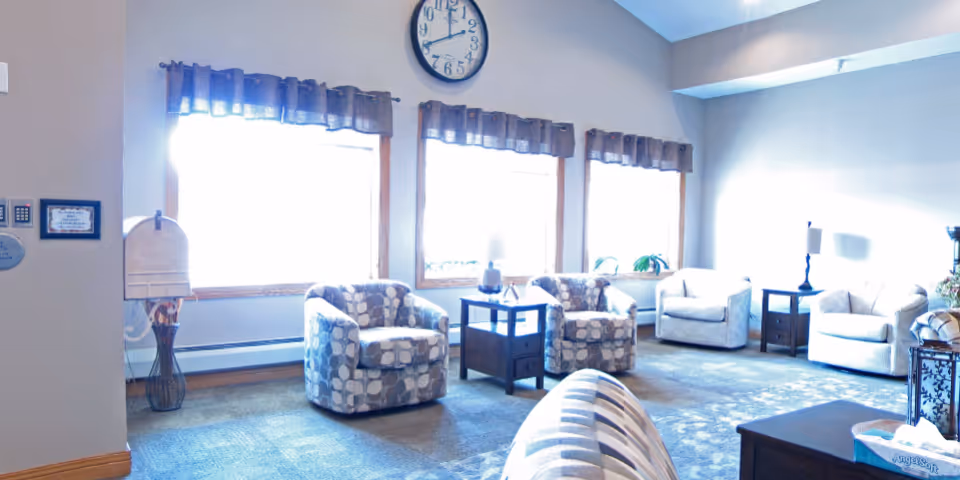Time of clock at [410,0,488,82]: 11:40
